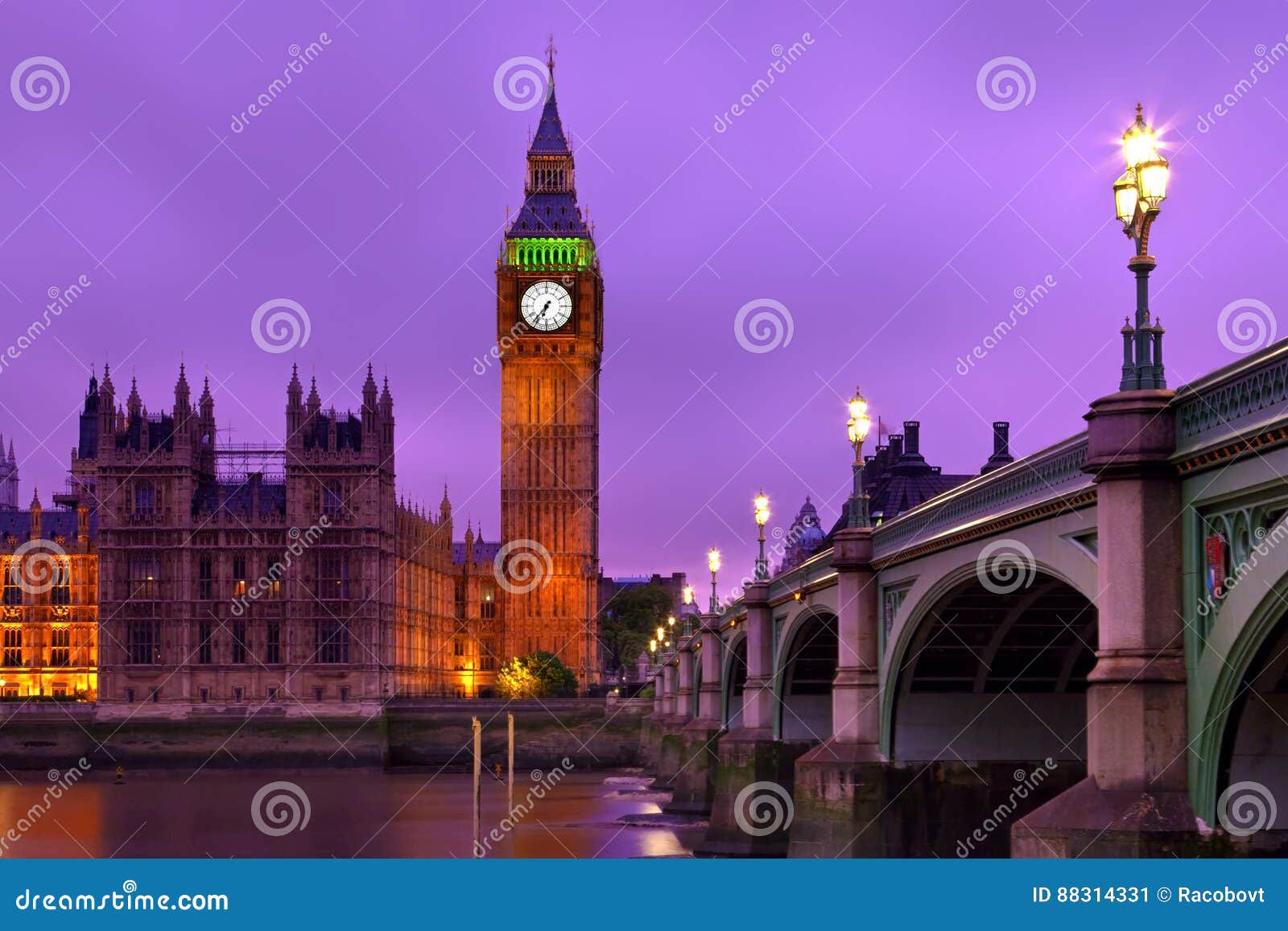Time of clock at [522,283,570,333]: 6:36
